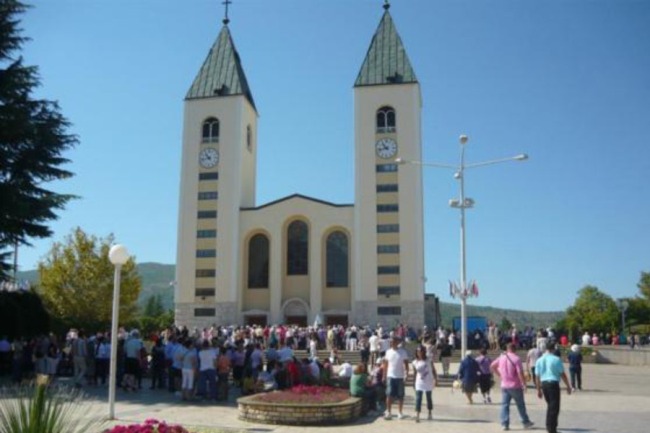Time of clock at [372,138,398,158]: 10:42
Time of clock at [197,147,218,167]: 10:42
